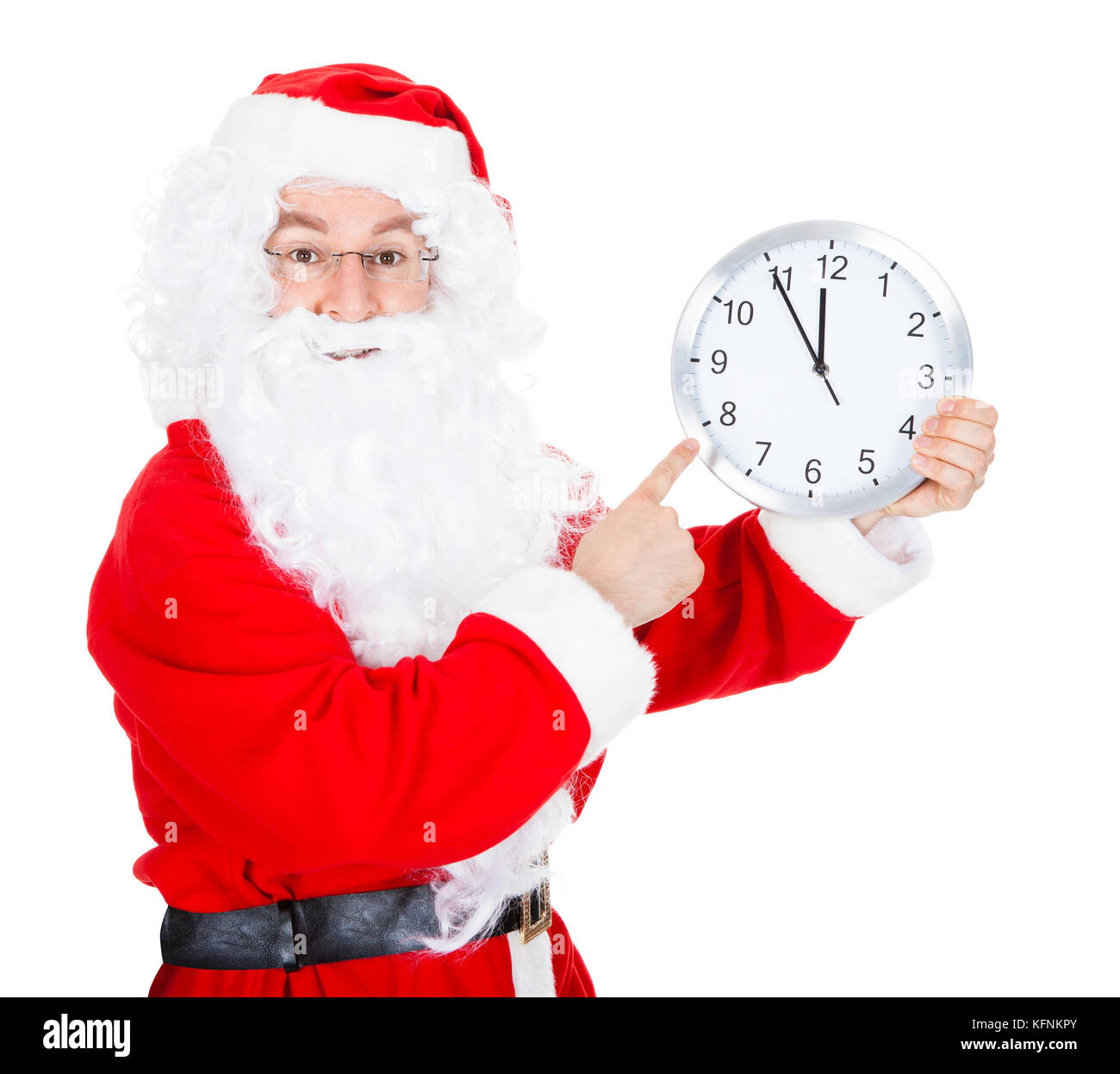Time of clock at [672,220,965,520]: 11:54
